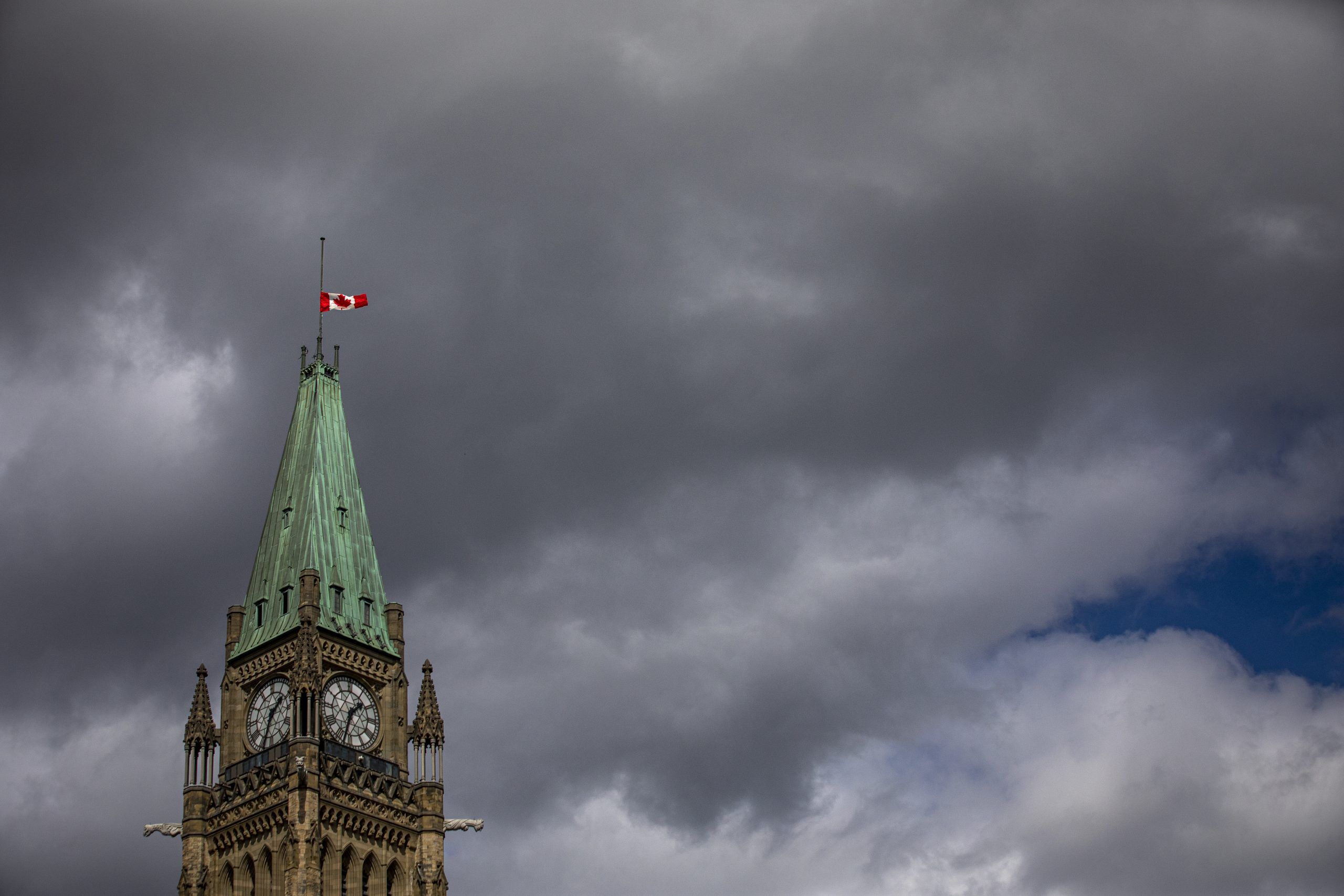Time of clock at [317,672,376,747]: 1:32
